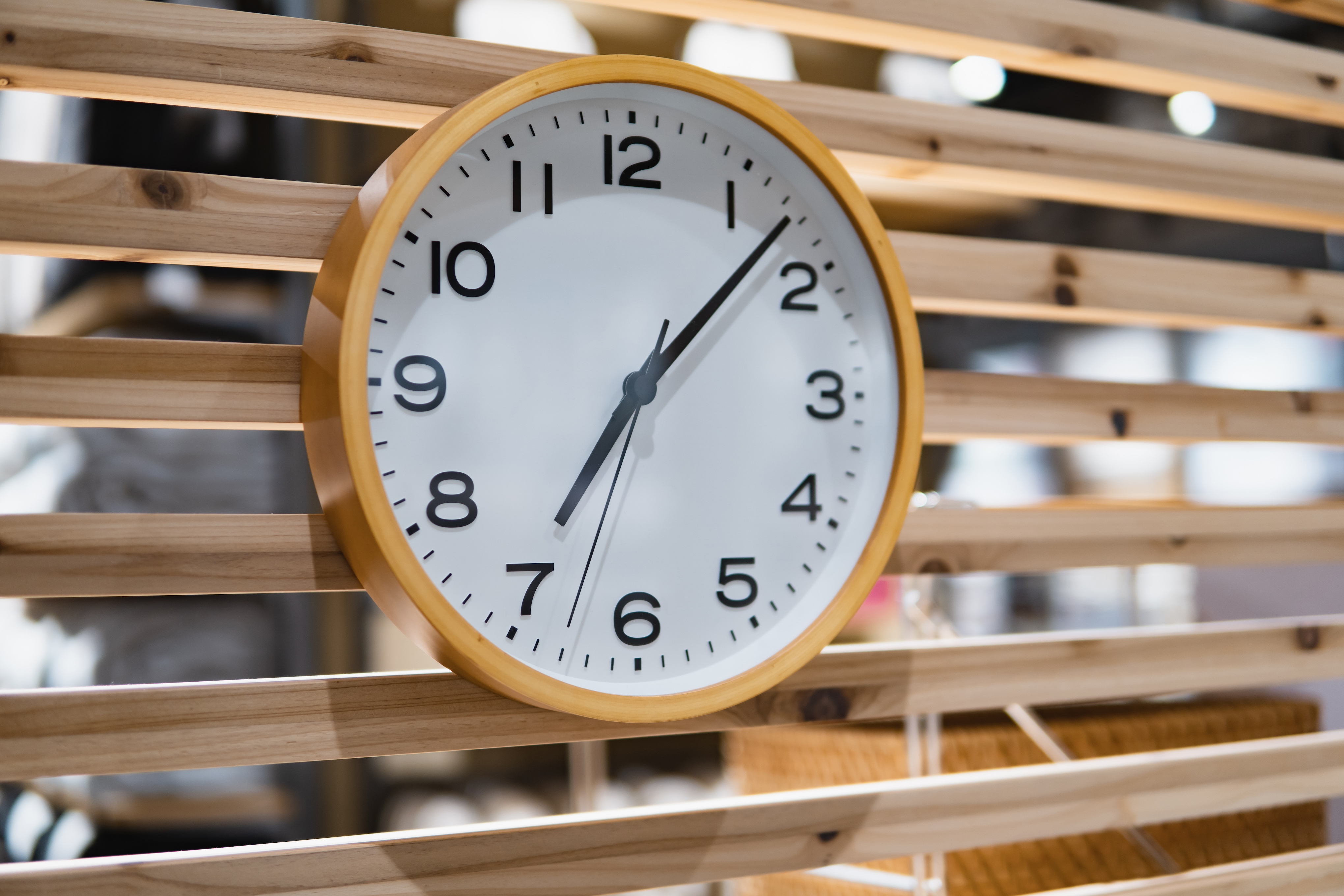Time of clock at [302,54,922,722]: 7:07
